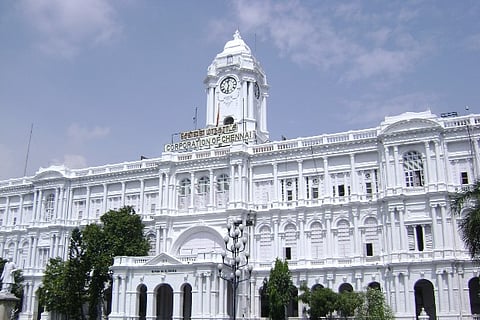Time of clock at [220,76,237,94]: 11:32
